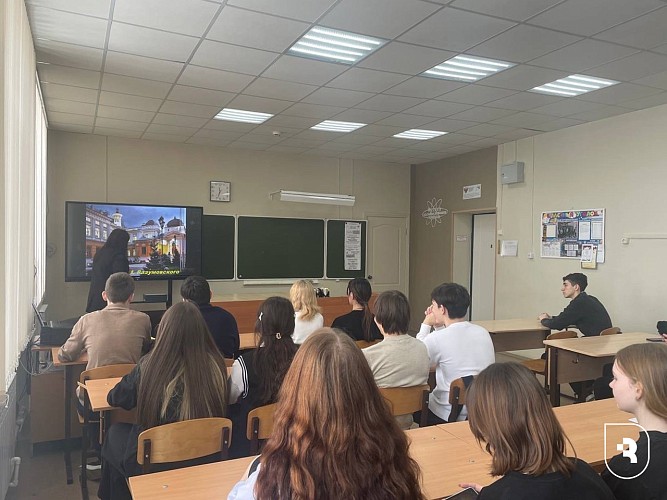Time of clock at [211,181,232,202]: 11:33
